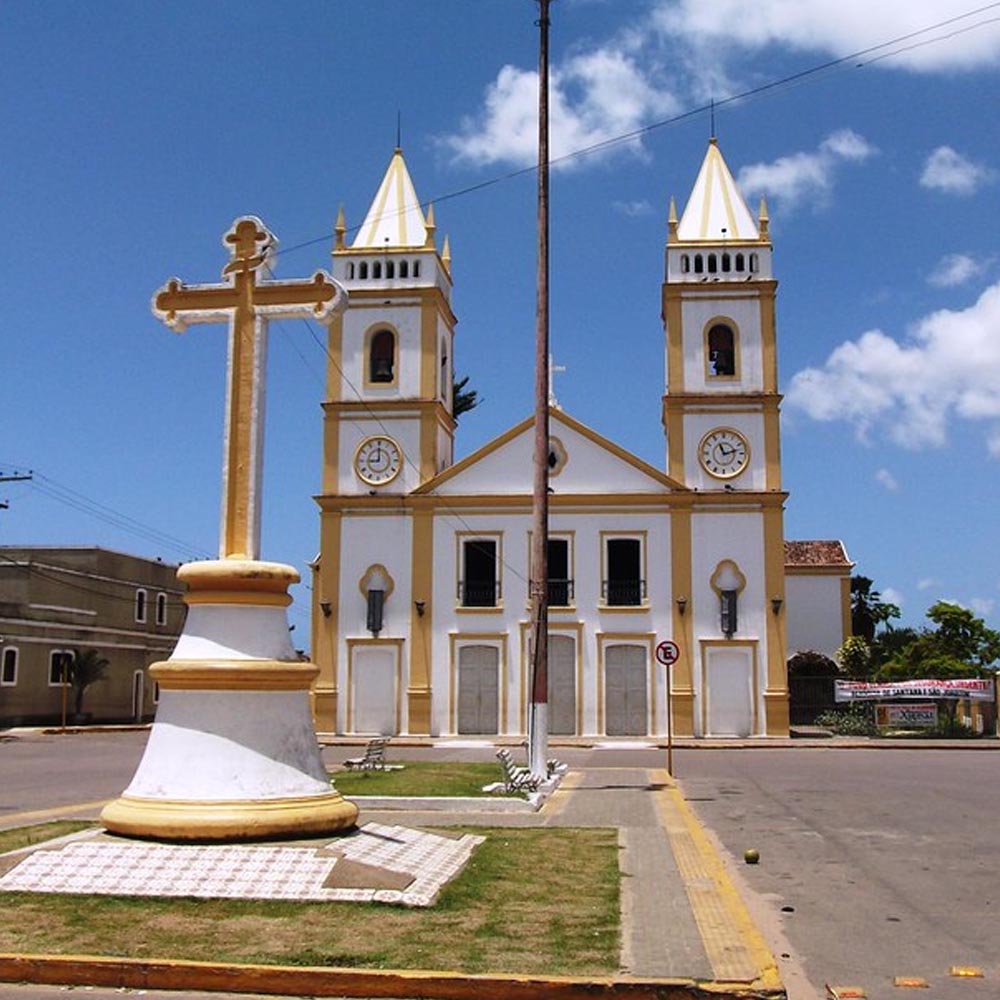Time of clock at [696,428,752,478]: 11:12
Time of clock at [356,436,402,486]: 8:59
